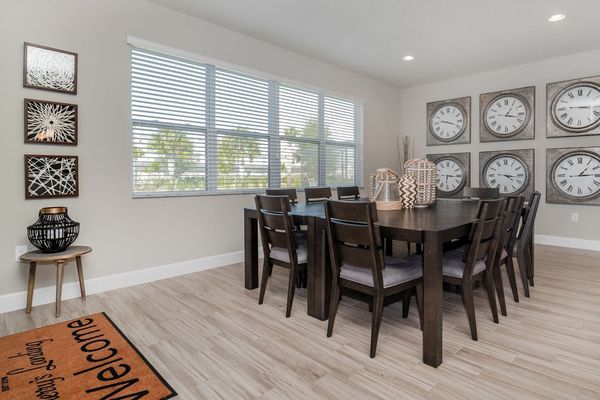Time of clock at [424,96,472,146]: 9:18
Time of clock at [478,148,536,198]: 4:16
